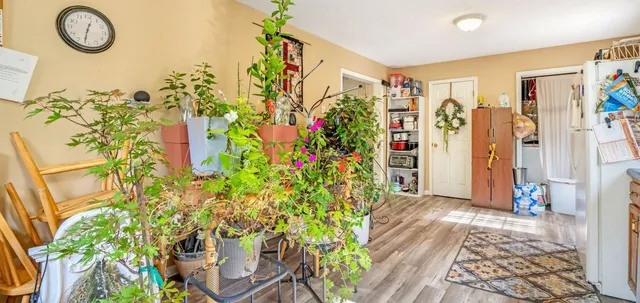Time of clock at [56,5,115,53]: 12:31
